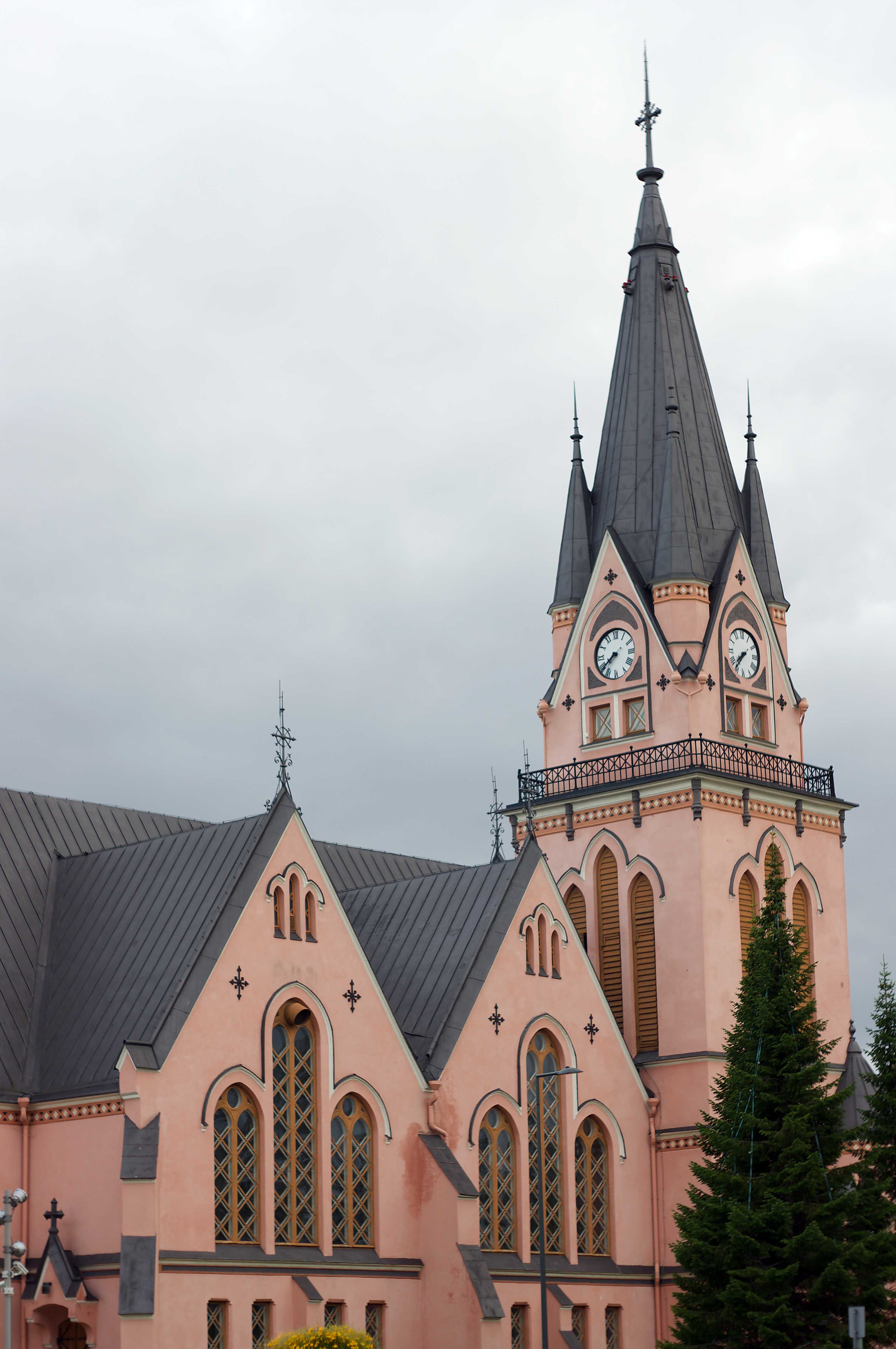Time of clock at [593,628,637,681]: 7:38
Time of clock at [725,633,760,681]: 7:36
